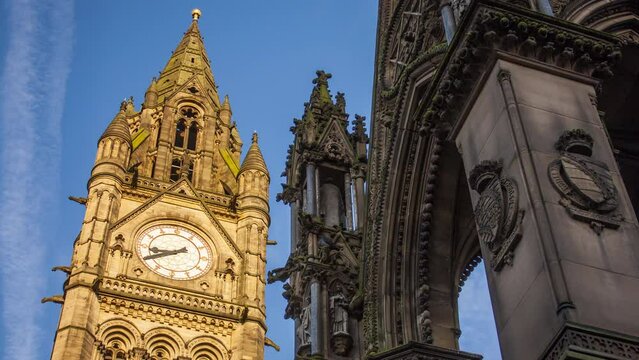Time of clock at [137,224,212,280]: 8:40
